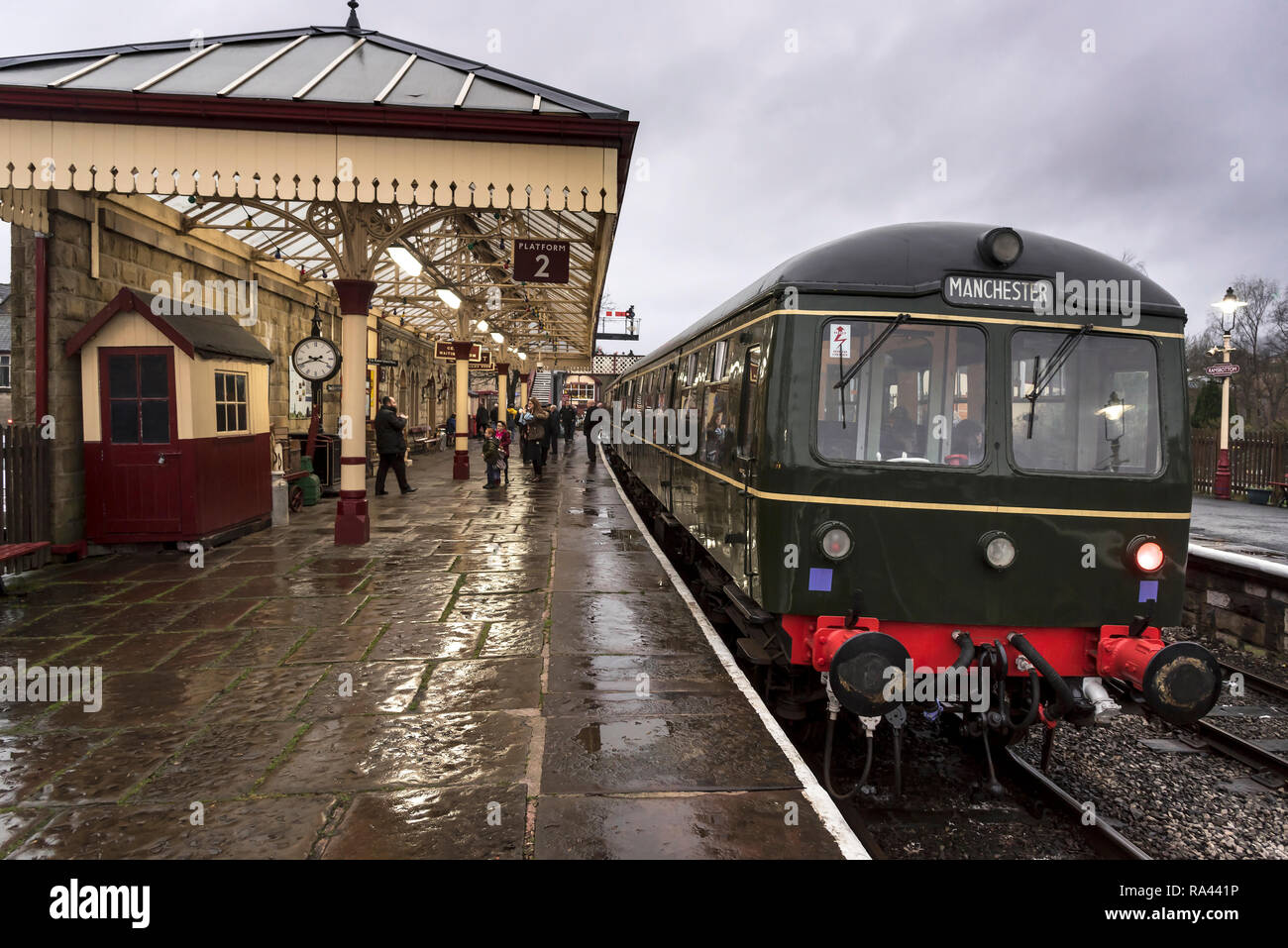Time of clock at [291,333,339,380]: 9:41
